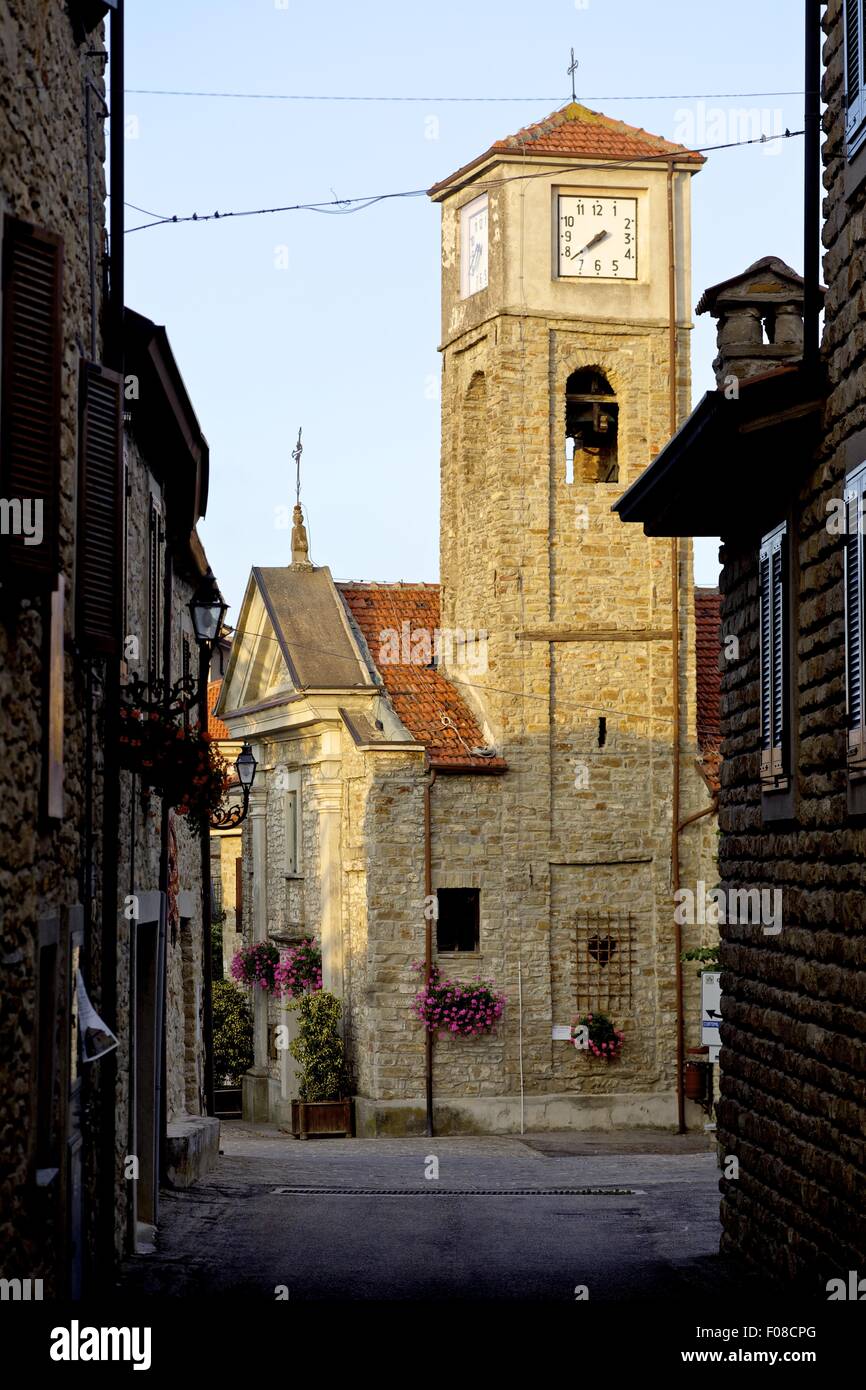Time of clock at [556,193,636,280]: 7:38
